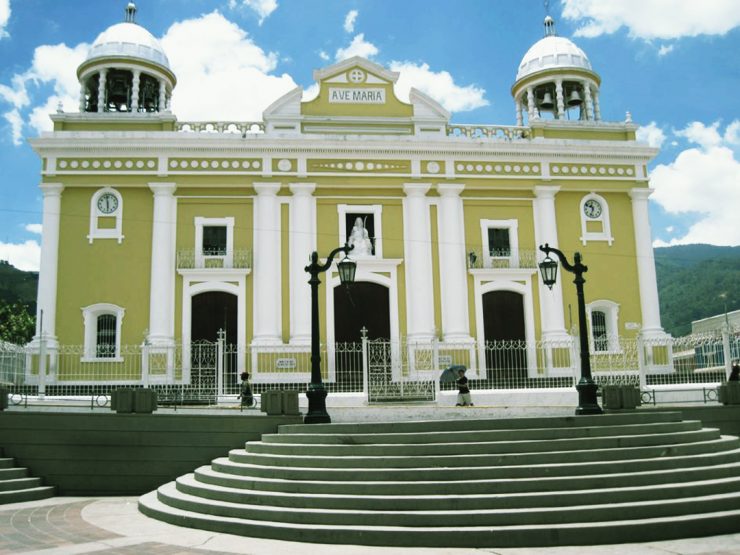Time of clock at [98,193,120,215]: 5:58
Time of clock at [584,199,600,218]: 10:33
